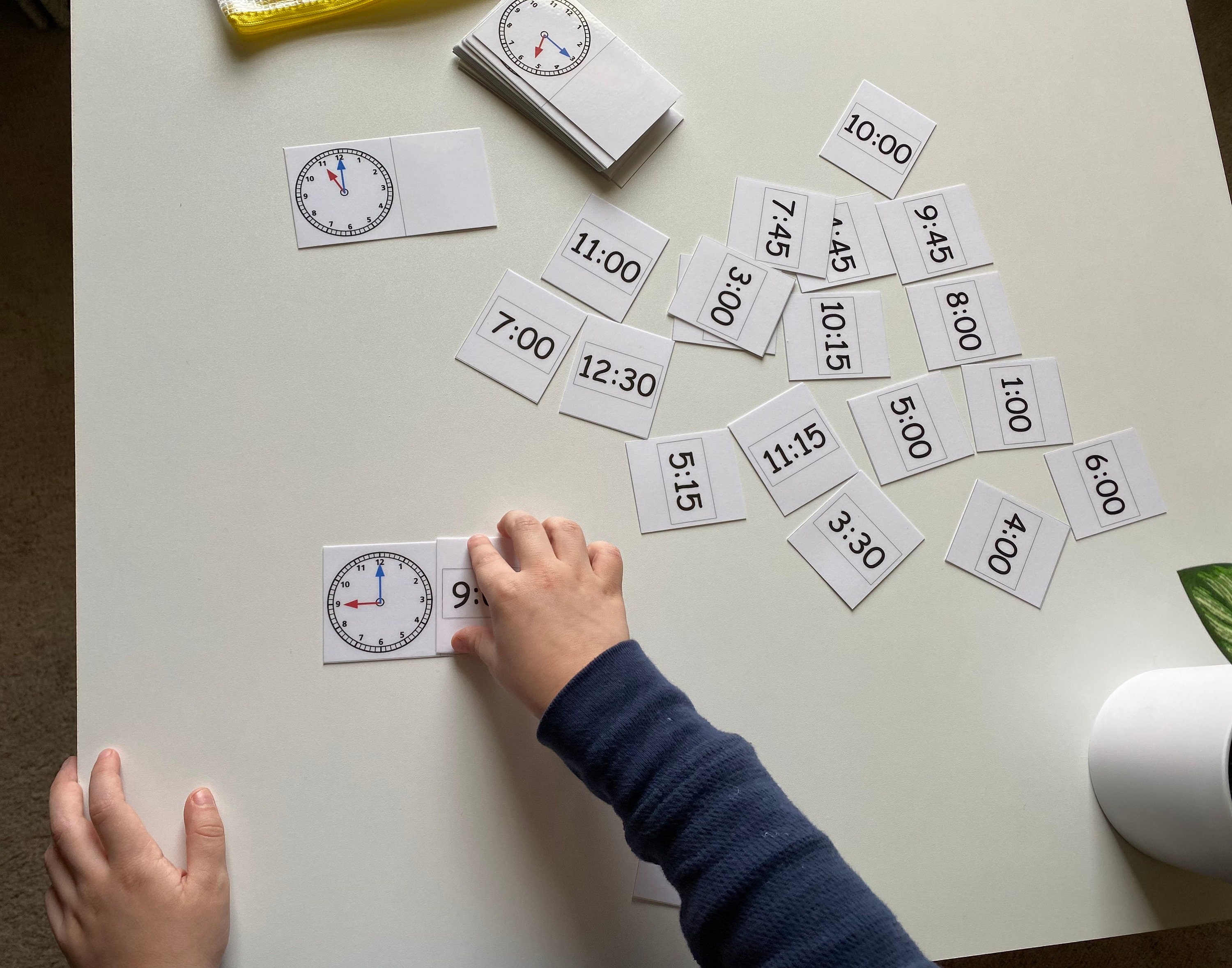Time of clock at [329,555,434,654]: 8:59
